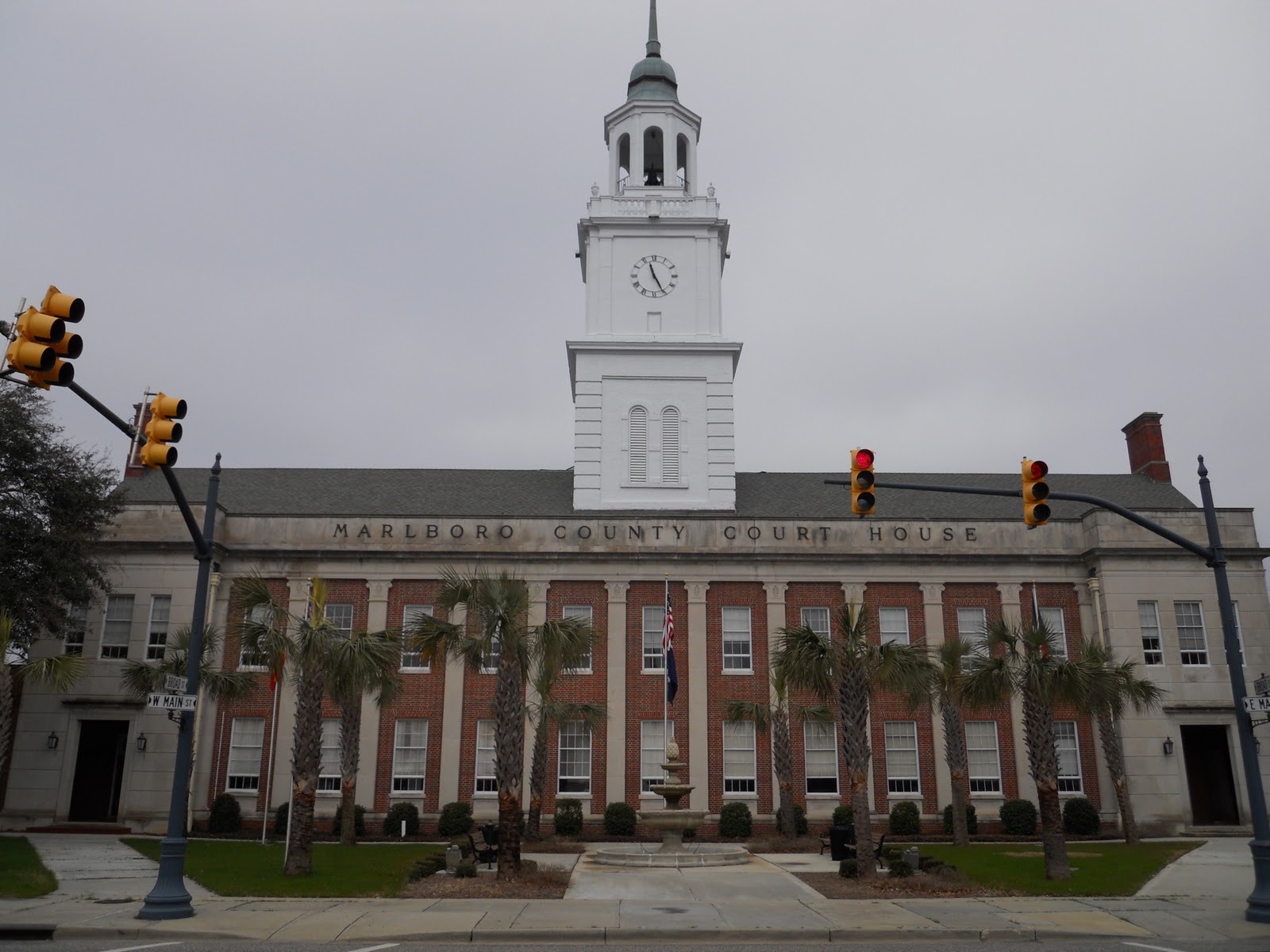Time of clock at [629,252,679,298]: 11:25
